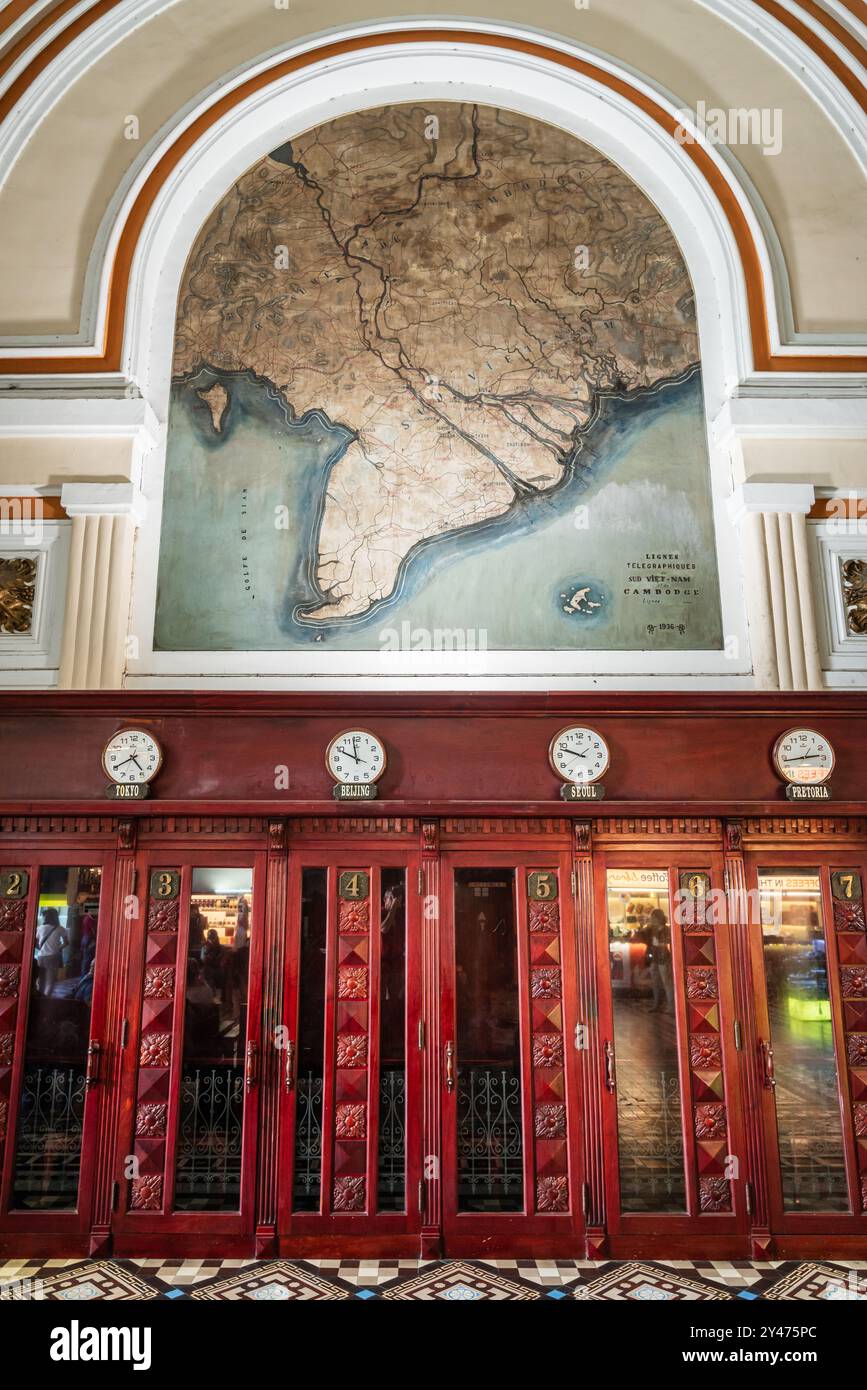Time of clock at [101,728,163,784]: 4:40
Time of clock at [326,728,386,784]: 9:58
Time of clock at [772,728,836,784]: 2:43
